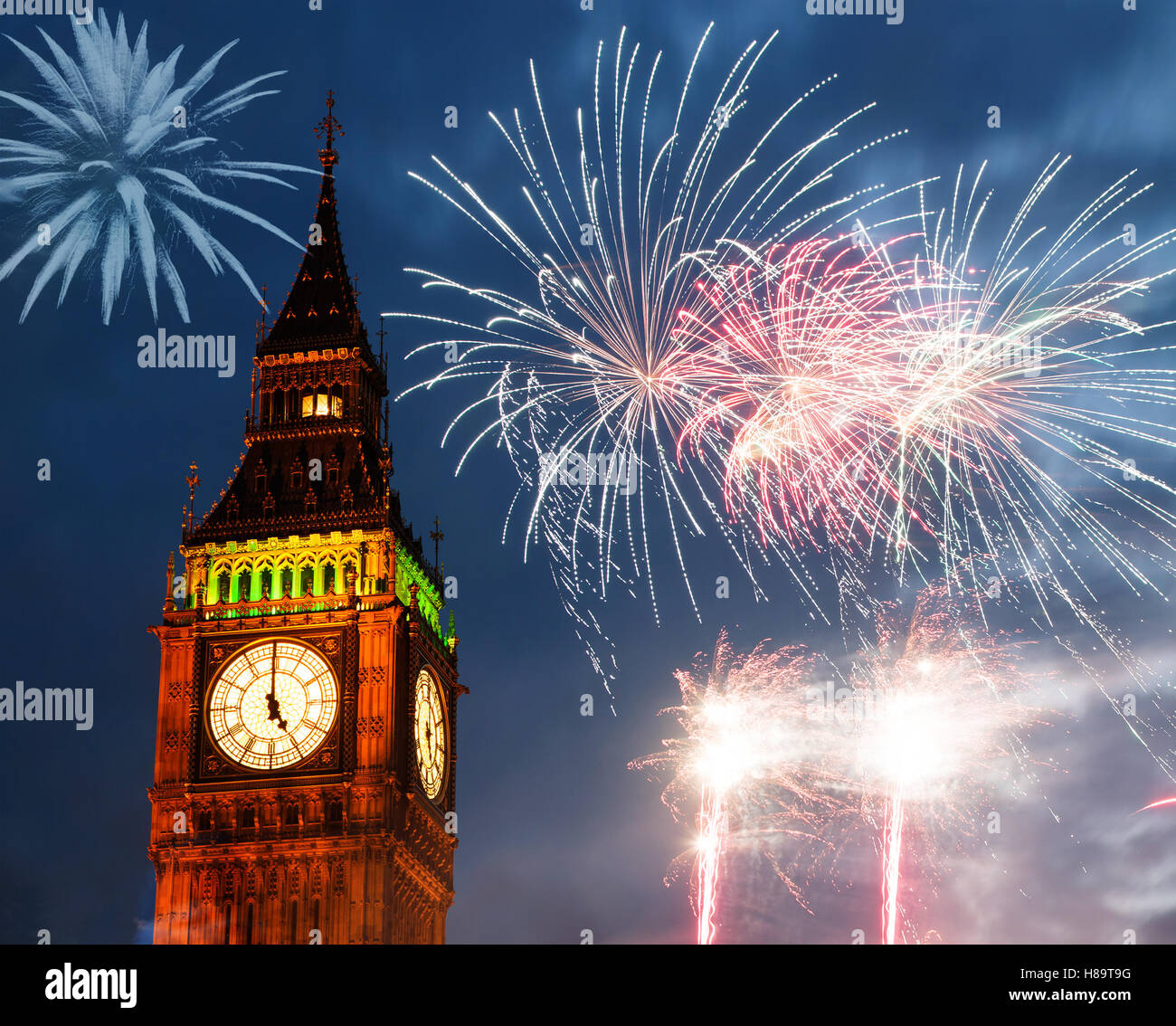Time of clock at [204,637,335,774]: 4:59
